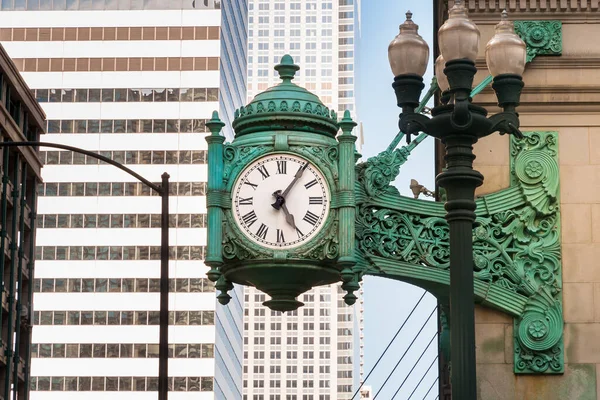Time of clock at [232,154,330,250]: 5:05
